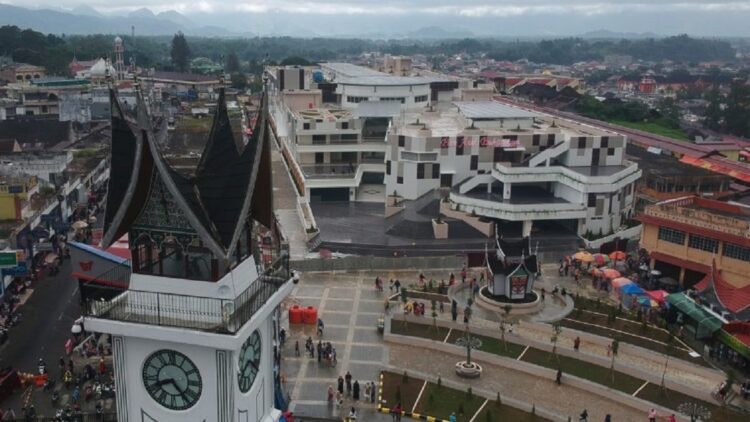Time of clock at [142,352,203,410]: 8:23
